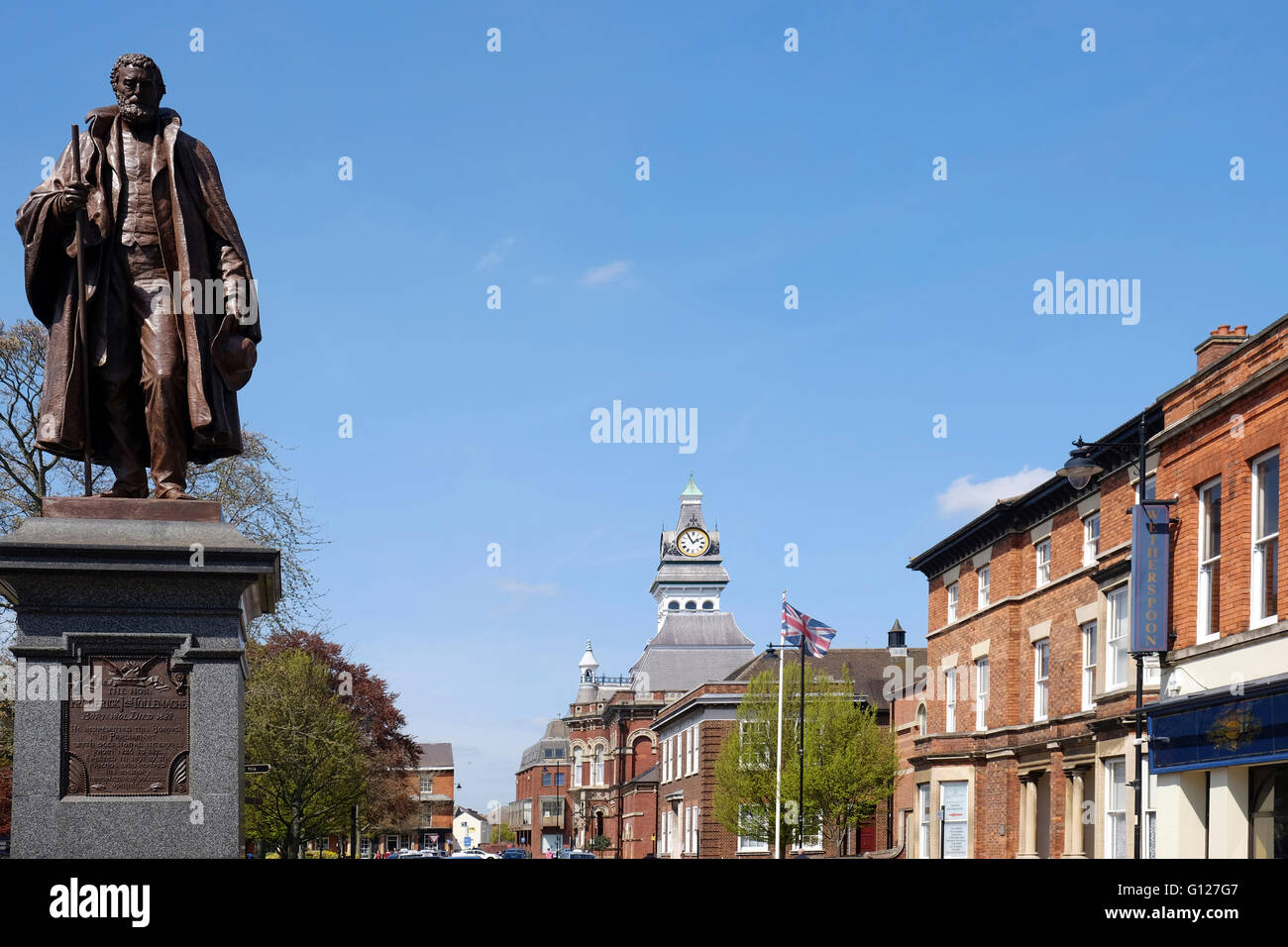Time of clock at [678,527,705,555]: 1:54
